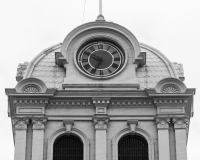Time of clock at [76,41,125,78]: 6:49
